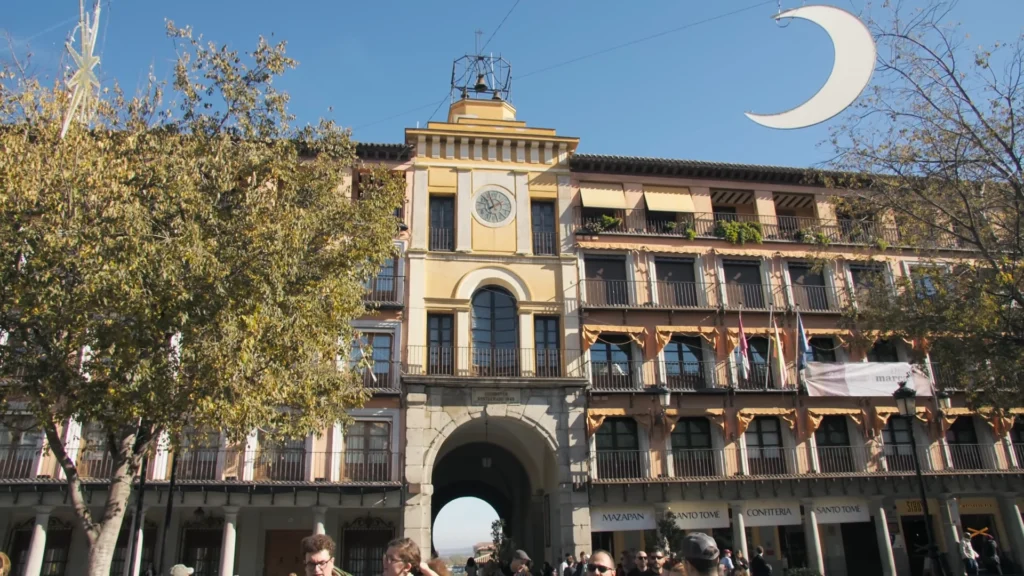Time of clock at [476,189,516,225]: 7:55
